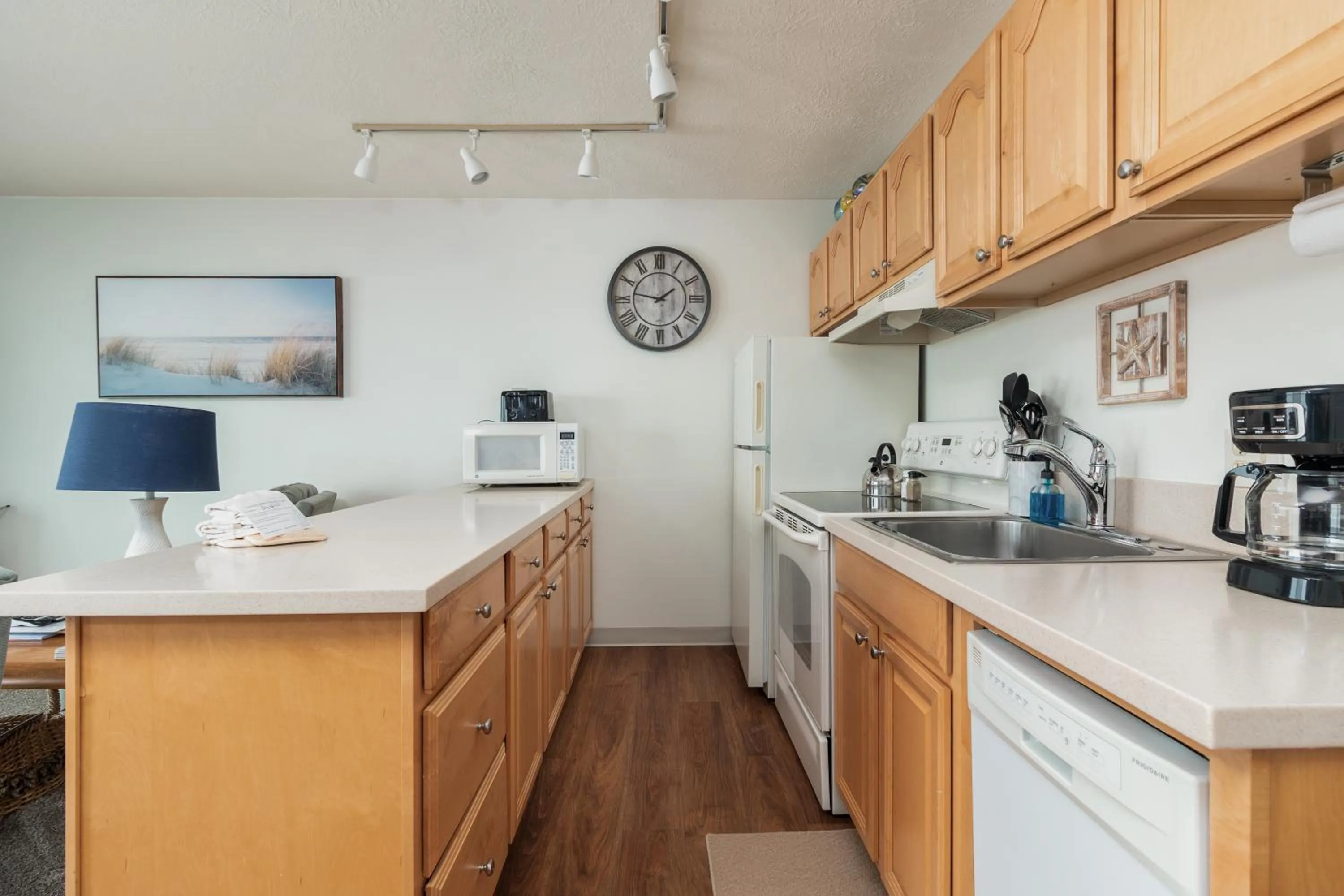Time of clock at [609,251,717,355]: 1:46
